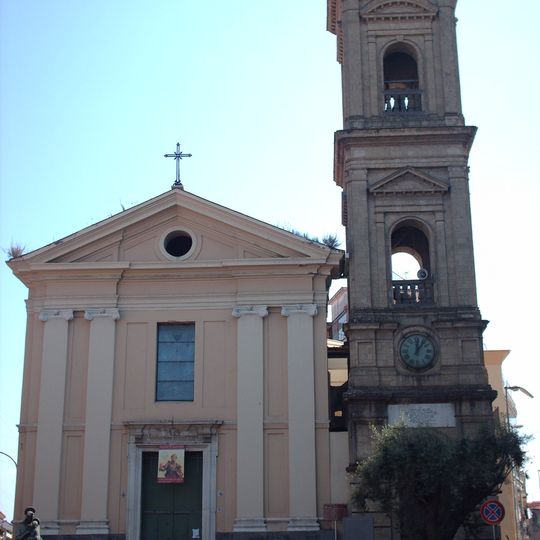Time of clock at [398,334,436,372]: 12:06
